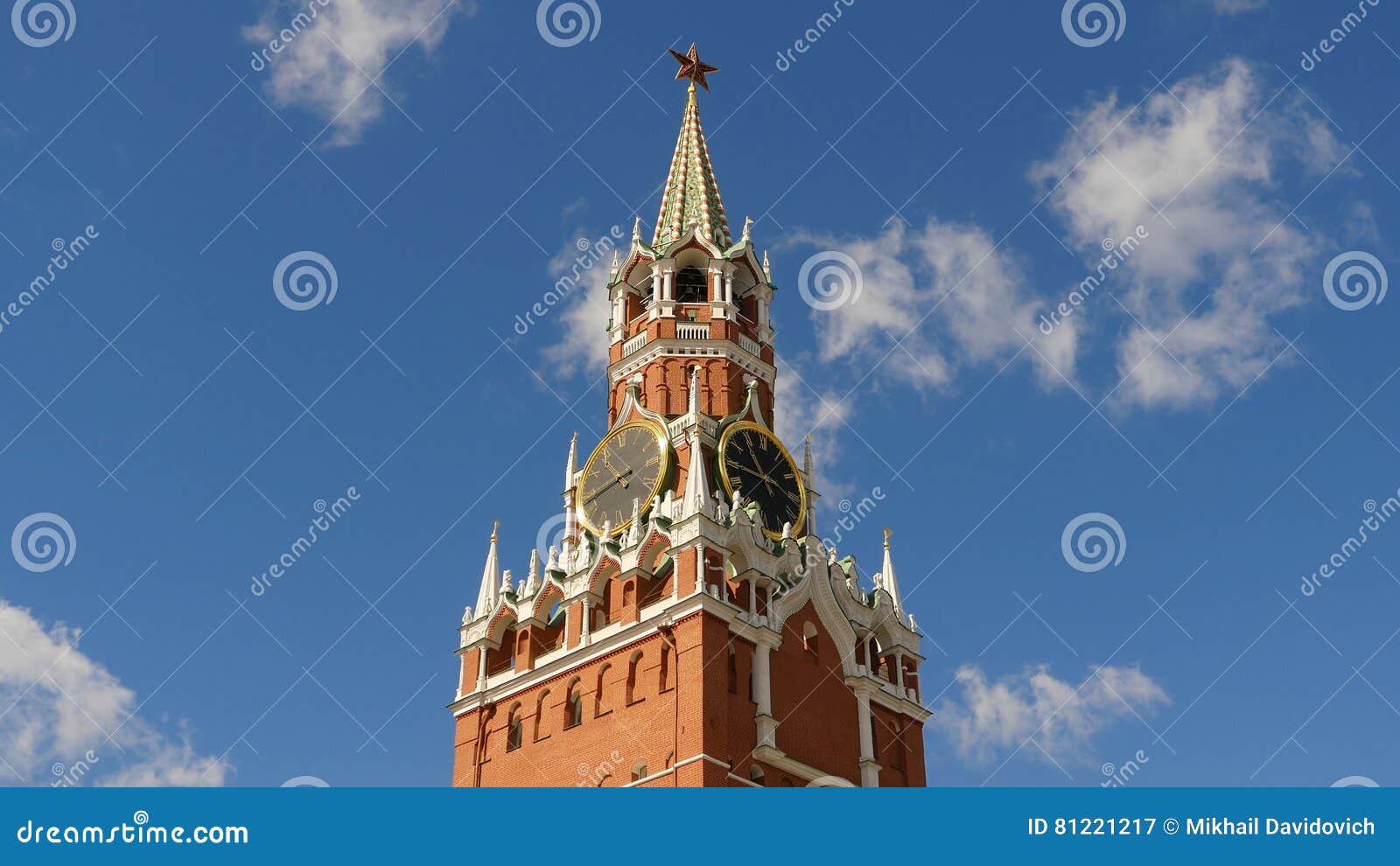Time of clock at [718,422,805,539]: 10:45
